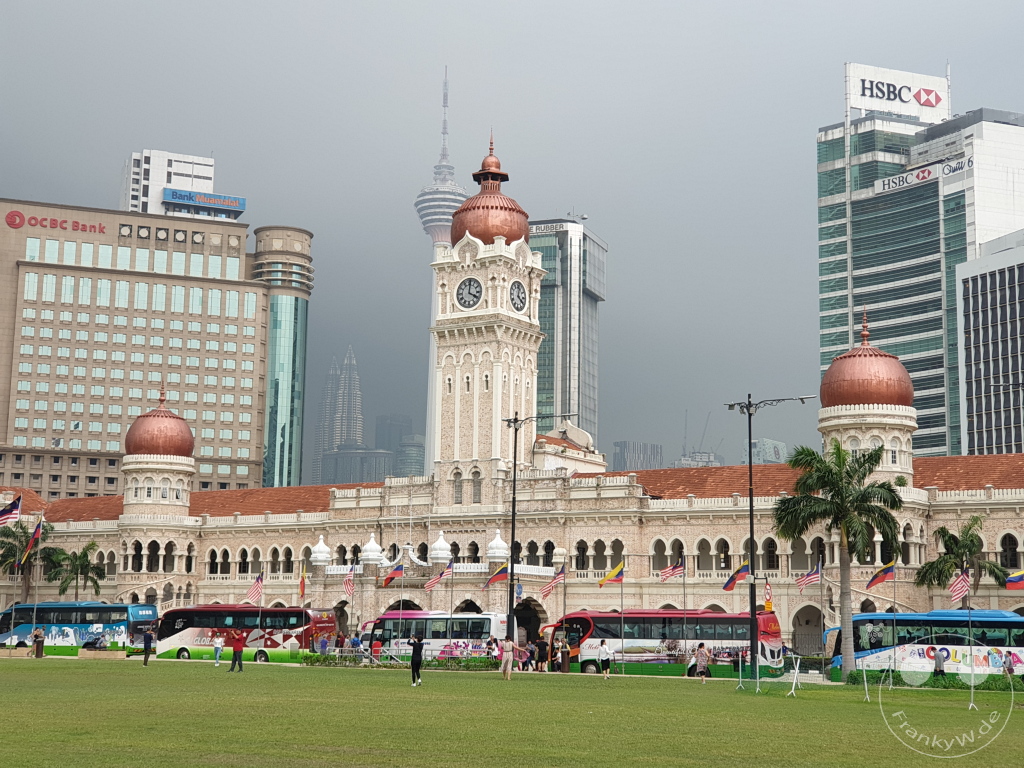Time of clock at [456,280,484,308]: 4:00
